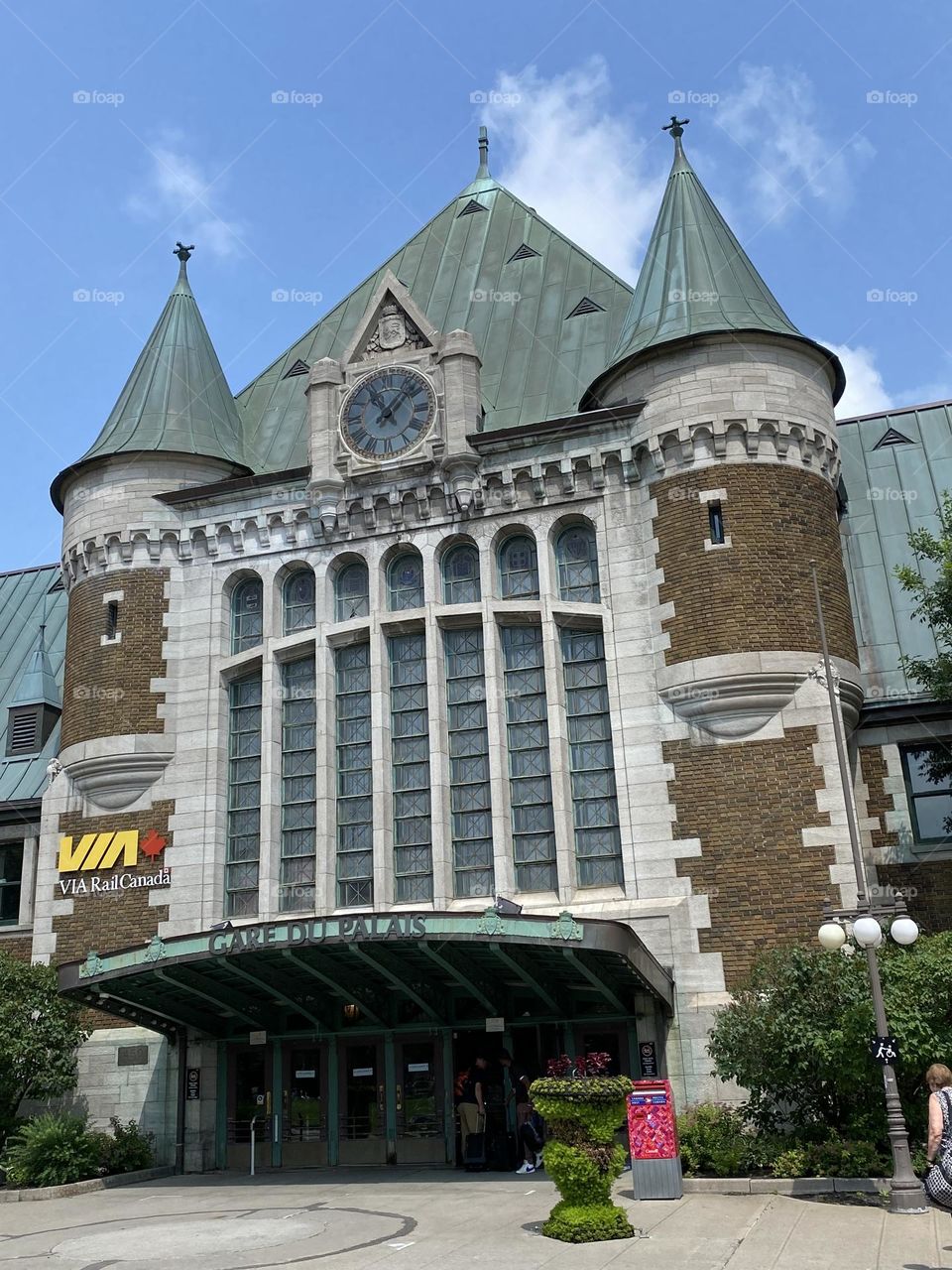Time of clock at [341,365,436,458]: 11:07
